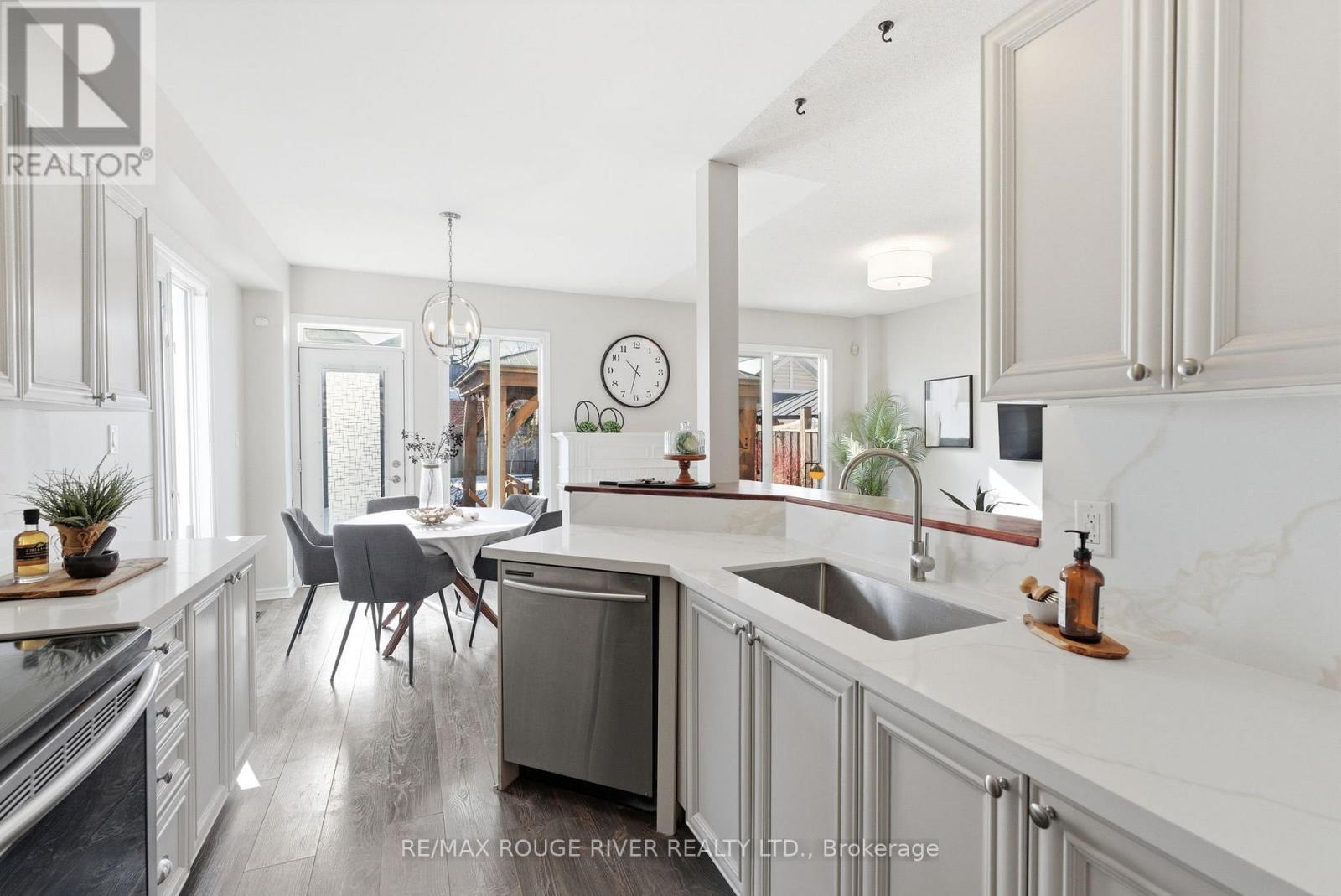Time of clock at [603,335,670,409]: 10:32
